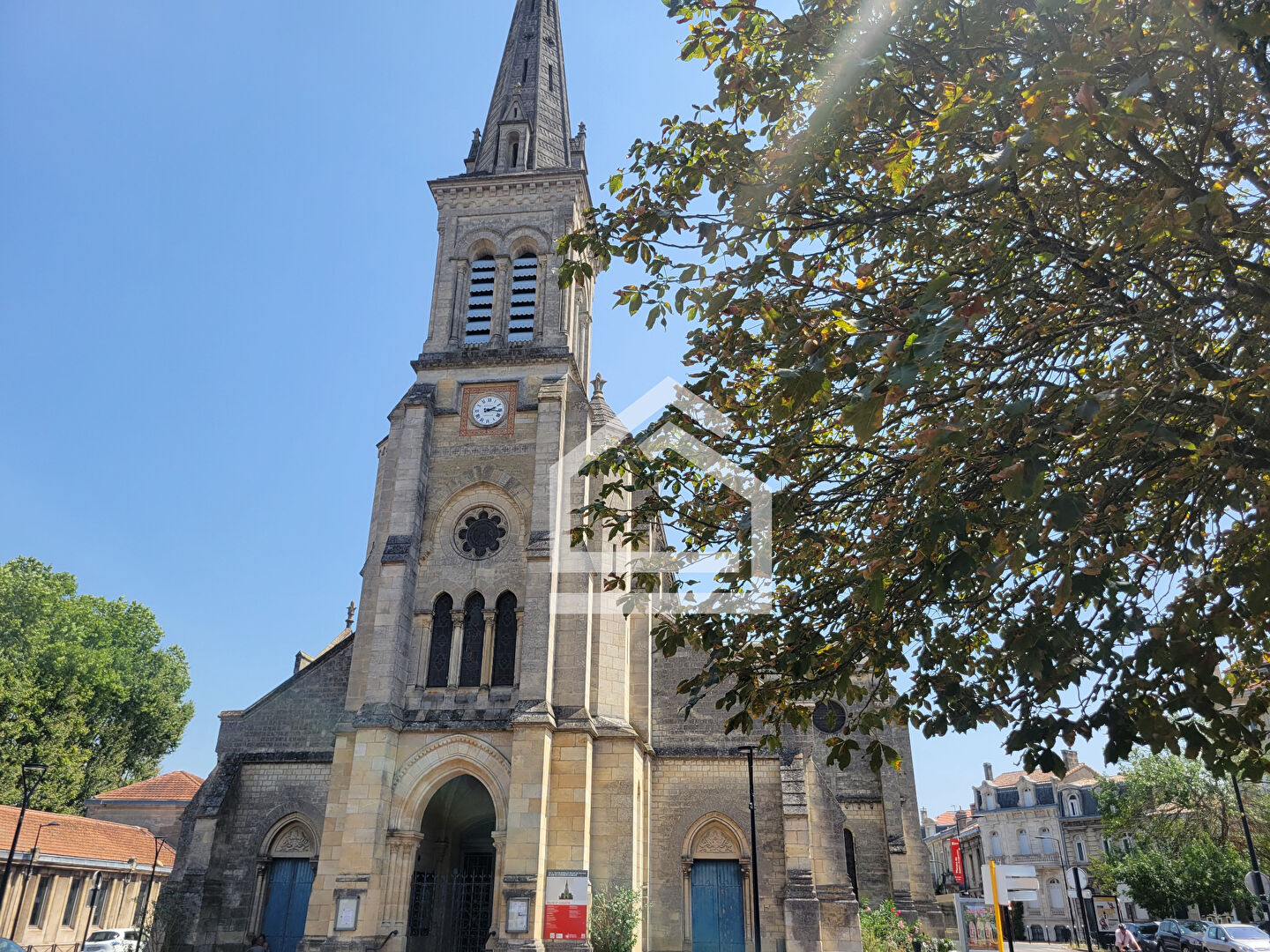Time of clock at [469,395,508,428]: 2:16
